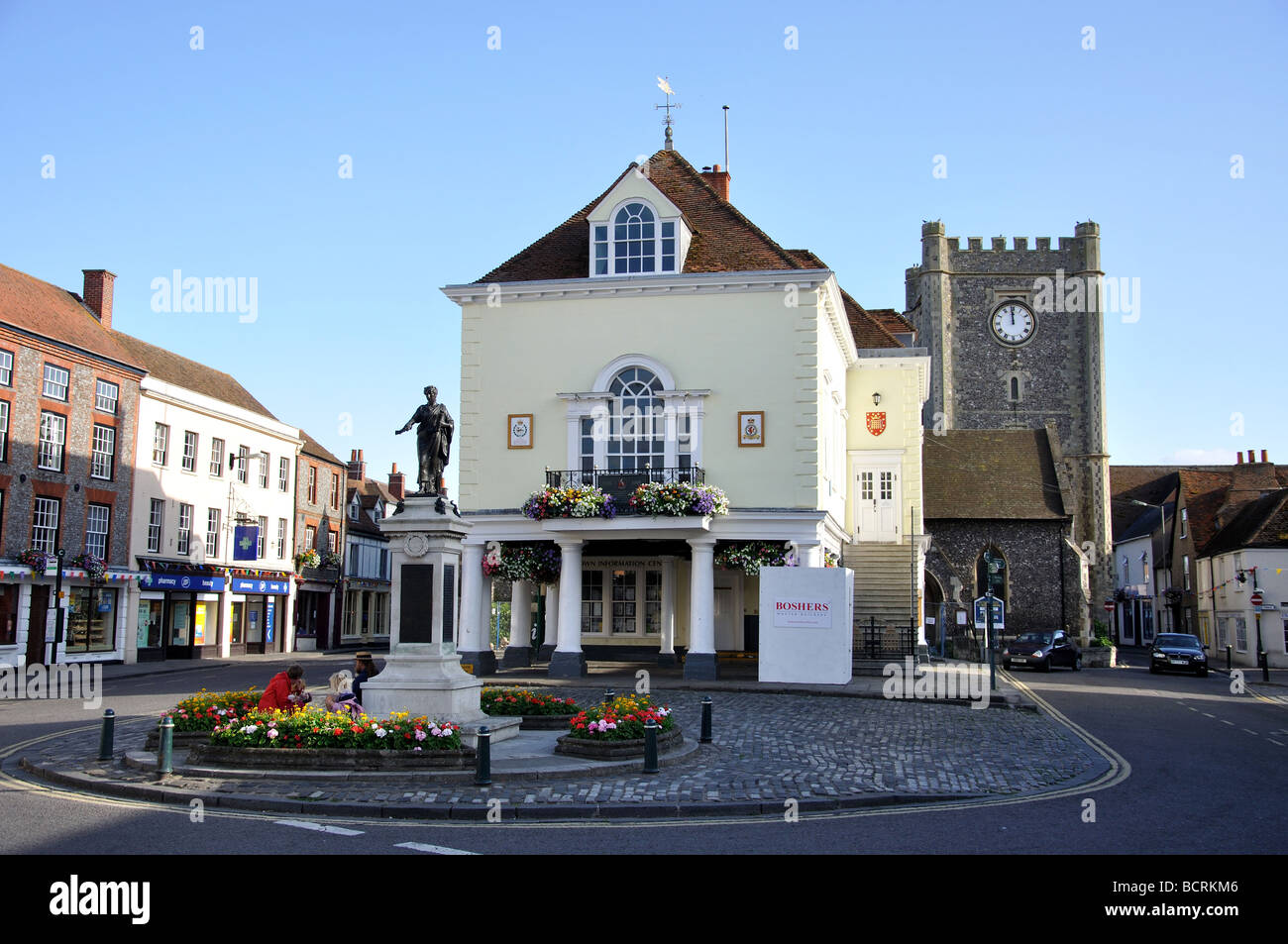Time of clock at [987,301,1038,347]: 11:59
